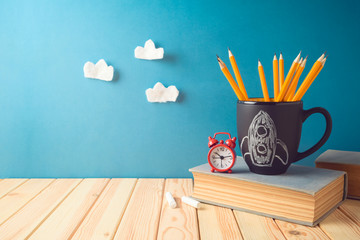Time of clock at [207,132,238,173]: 10:13
